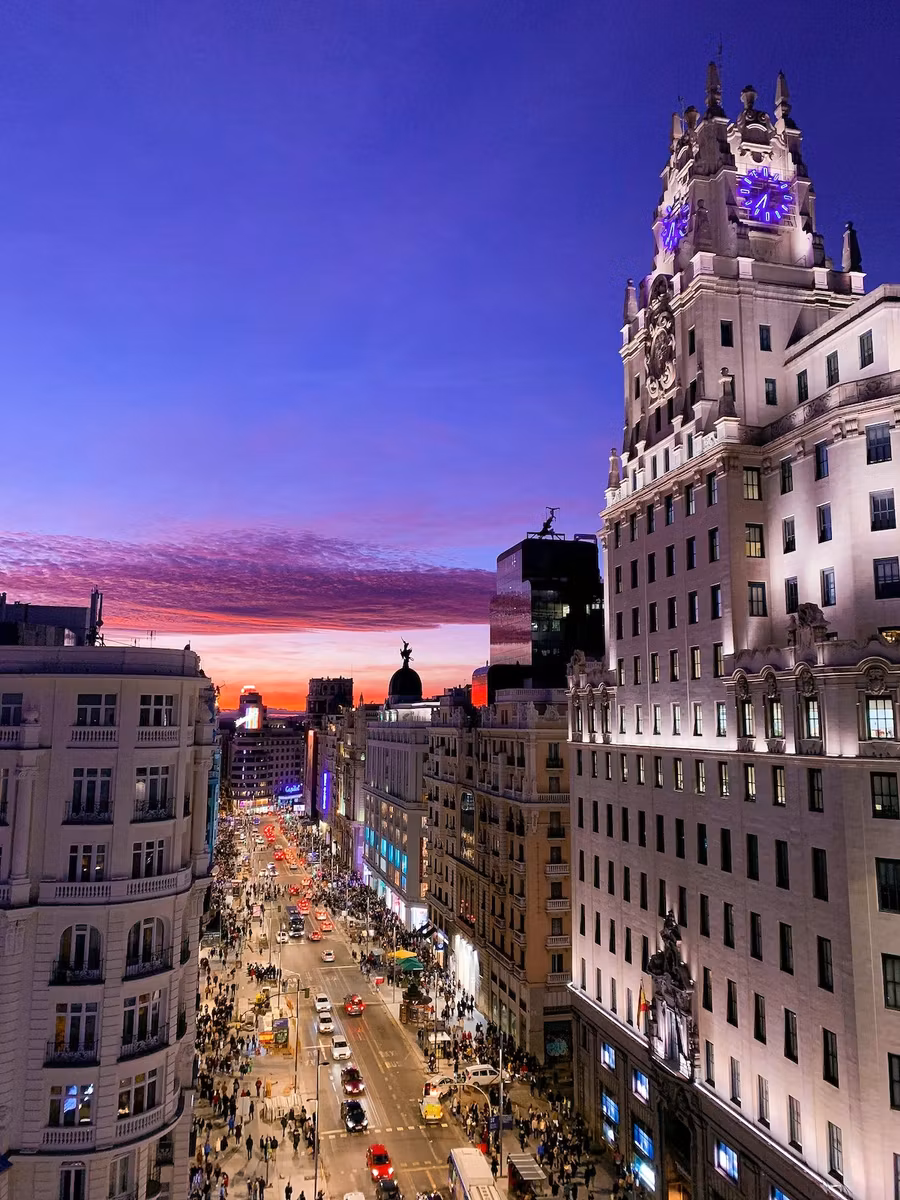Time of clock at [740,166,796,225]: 6:36
